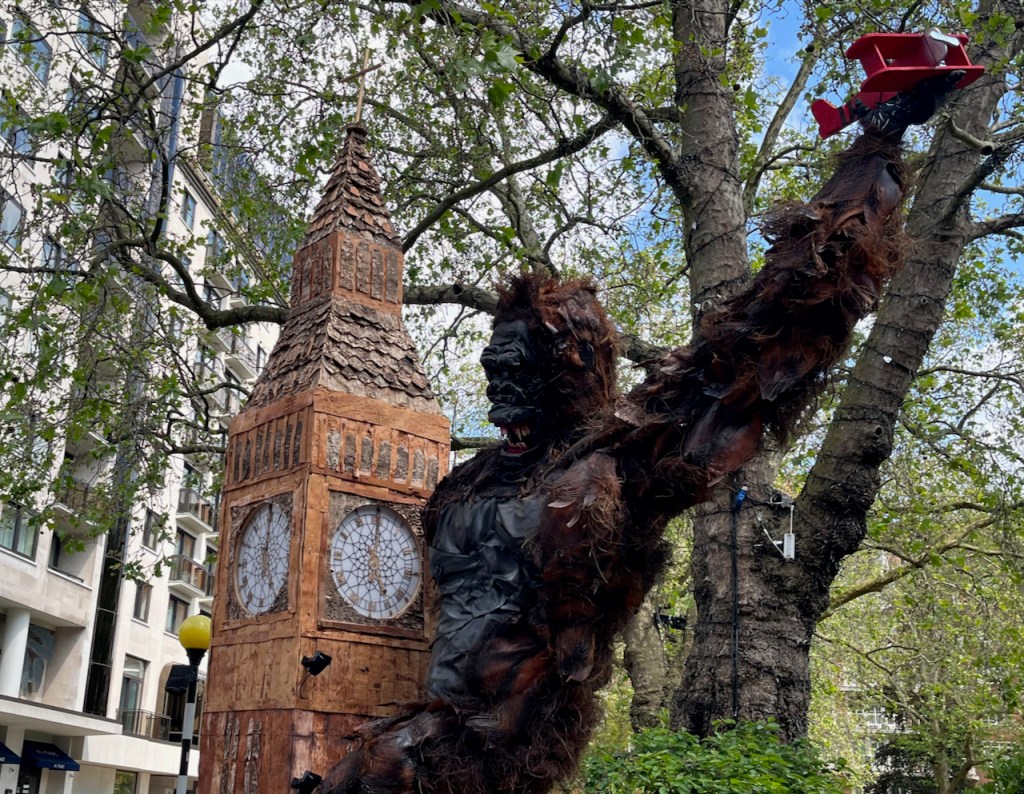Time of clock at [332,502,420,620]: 5:00
